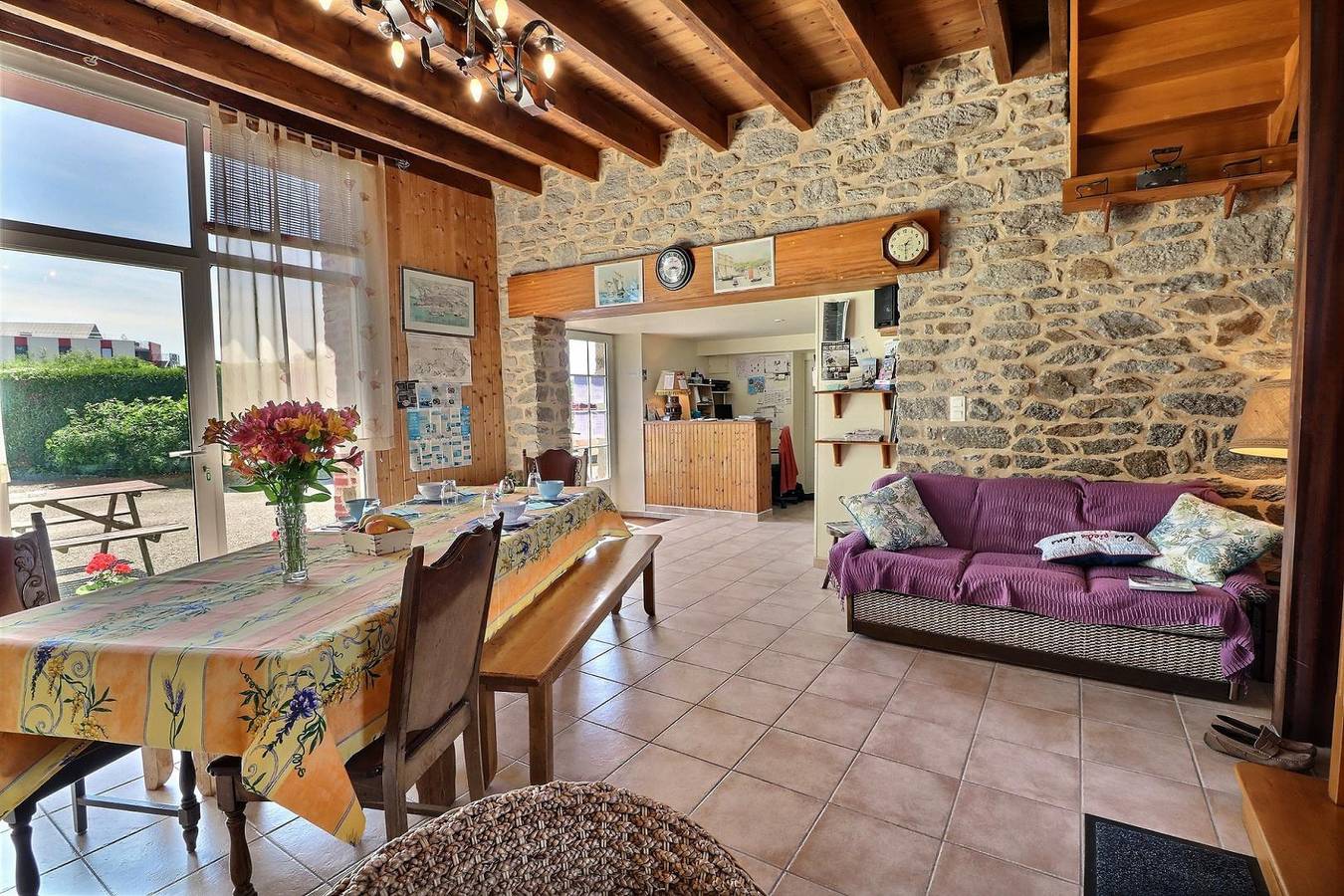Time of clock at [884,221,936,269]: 1:30
